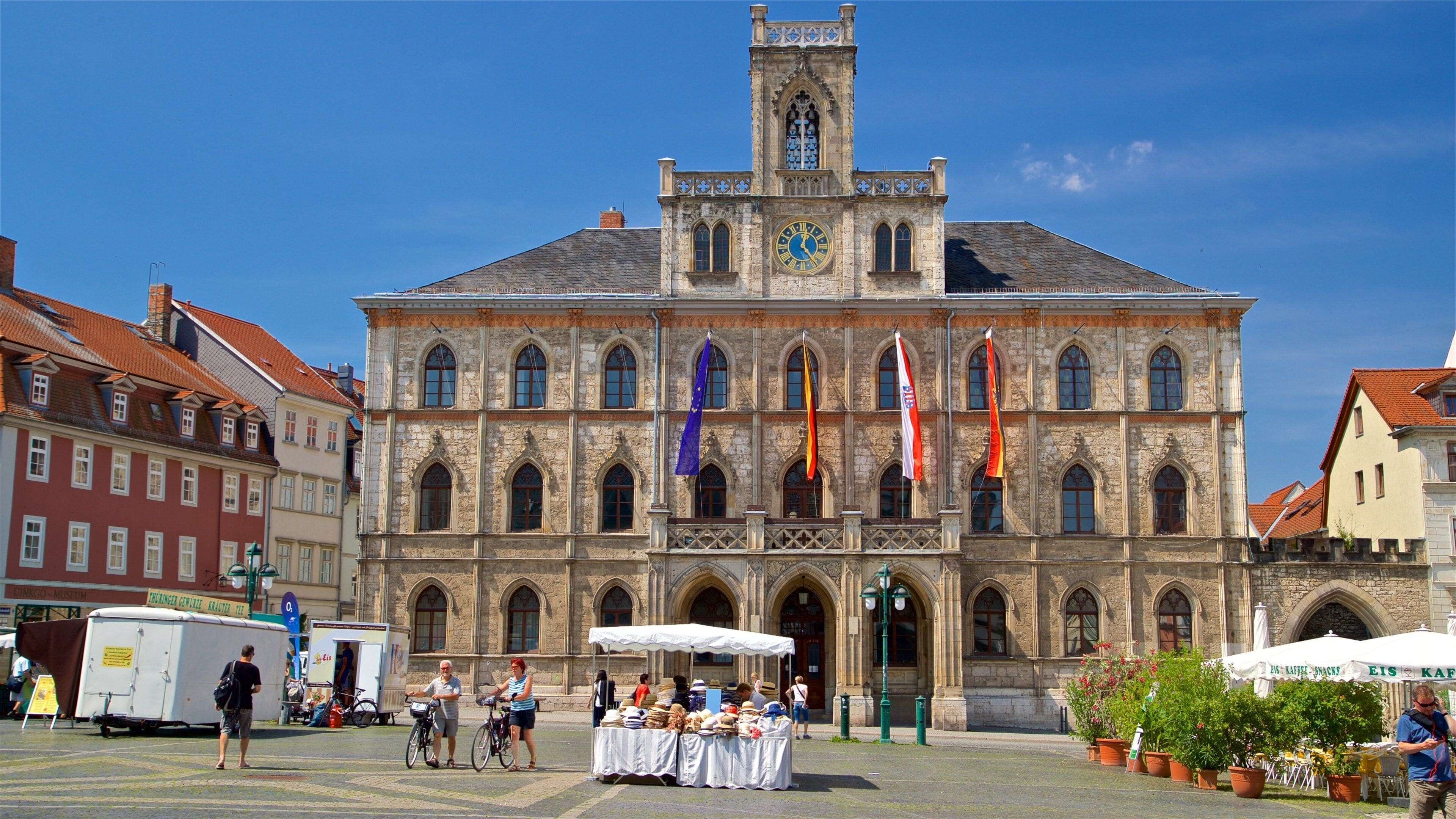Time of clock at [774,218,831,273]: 12:23
